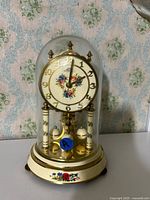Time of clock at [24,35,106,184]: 2:01
